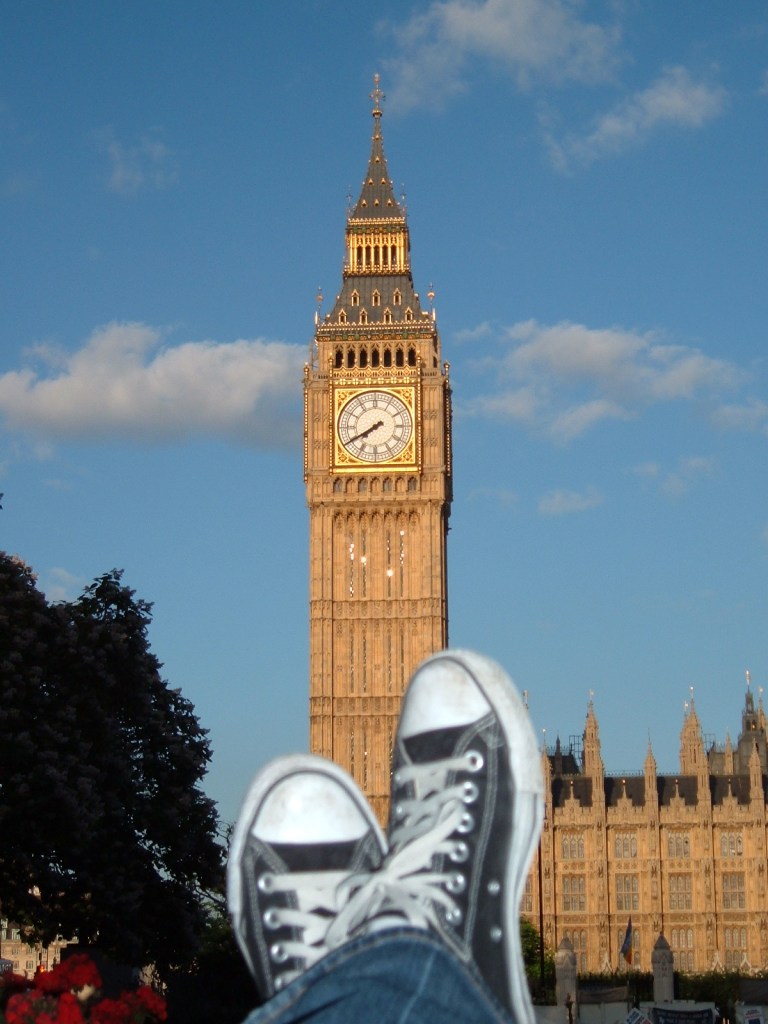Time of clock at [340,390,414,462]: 7:40
